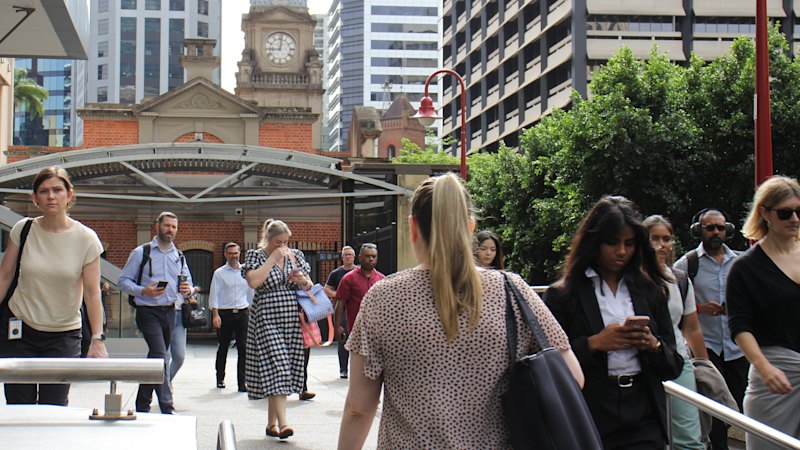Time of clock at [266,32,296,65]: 9:01
